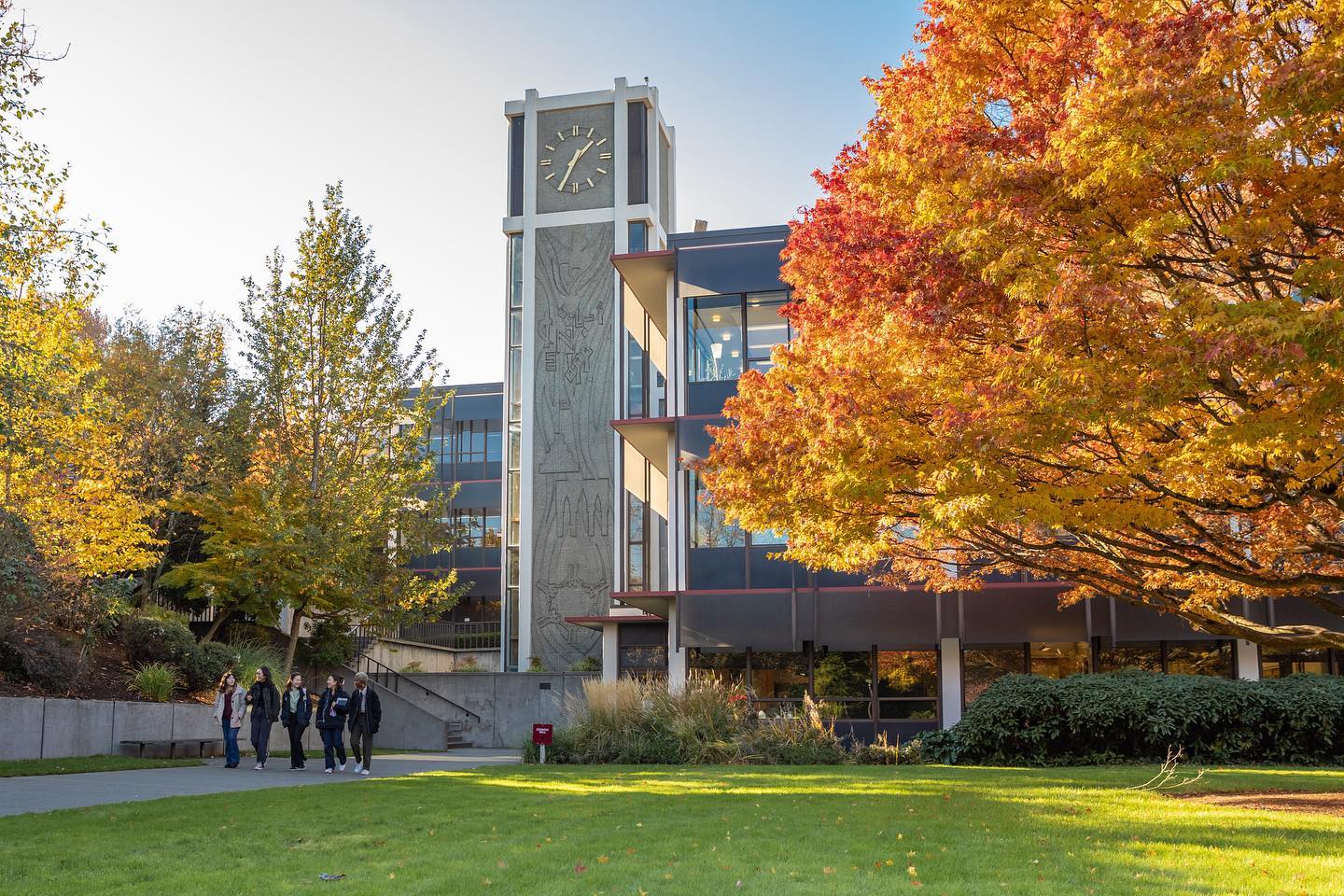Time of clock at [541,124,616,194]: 1:34
